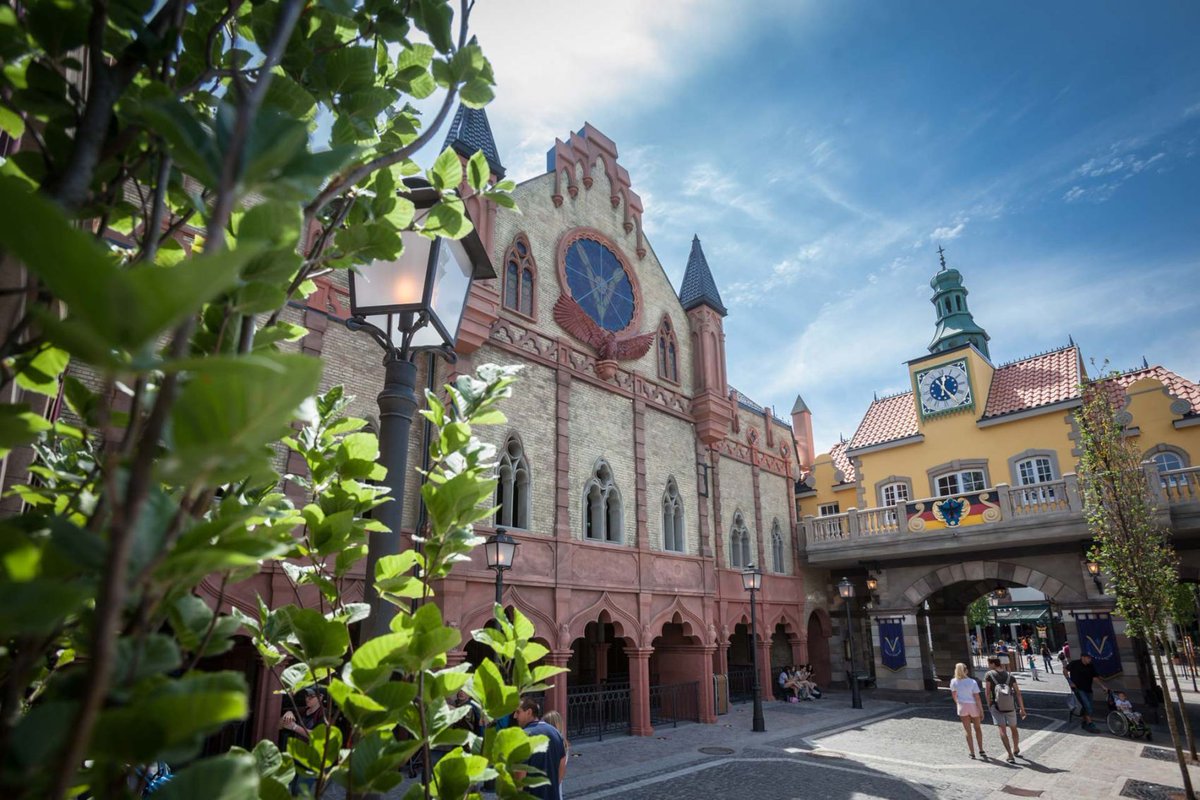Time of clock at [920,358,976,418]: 12:24
